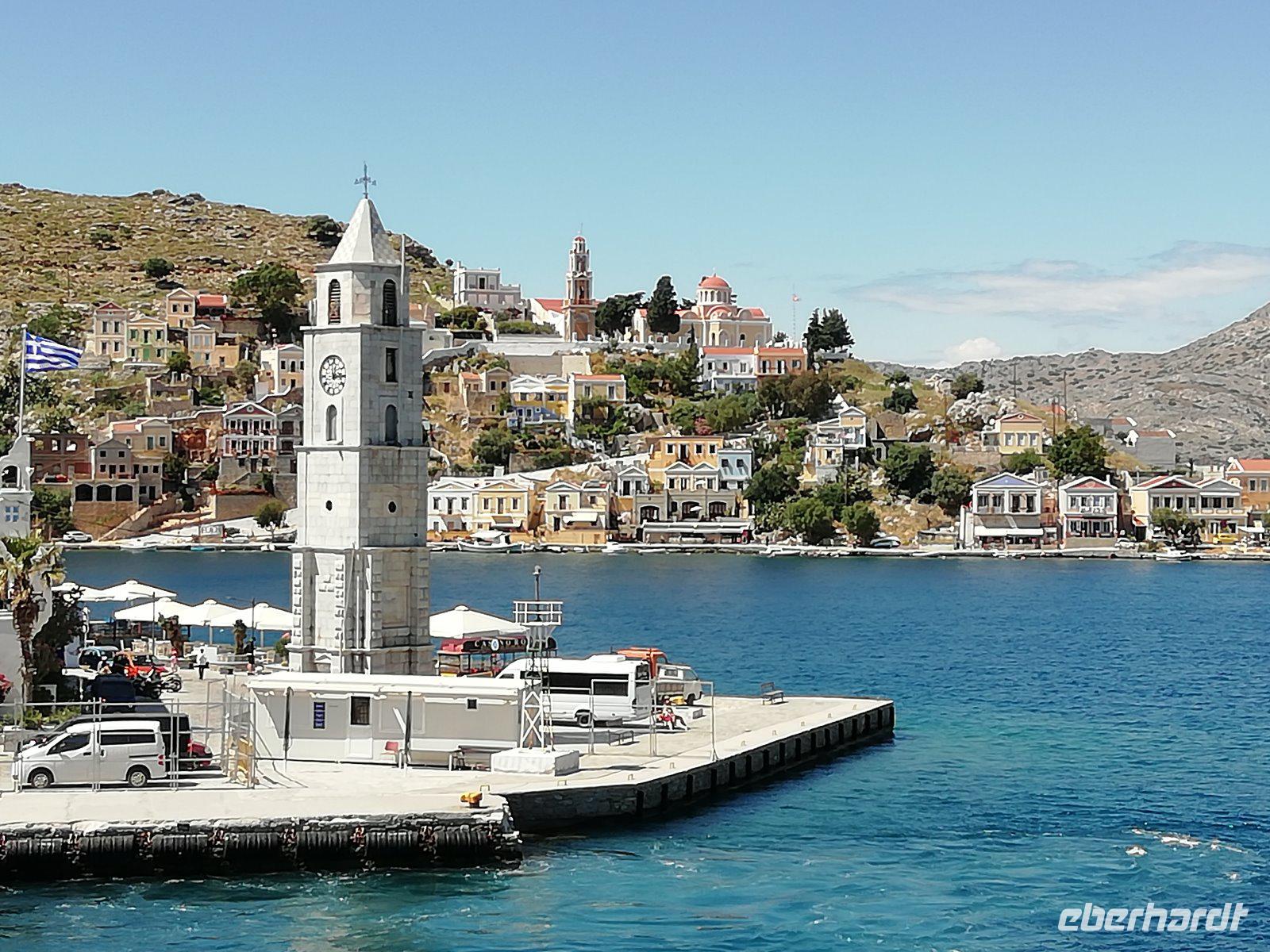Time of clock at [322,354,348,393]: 12:13
